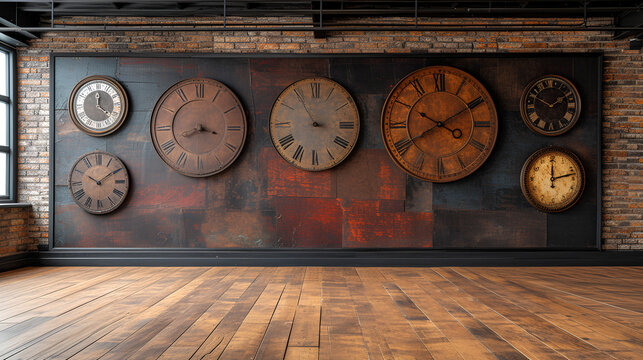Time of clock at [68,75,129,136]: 12:22
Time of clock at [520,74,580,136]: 1:49
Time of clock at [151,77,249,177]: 3:40
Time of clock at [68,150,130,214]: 10:09
